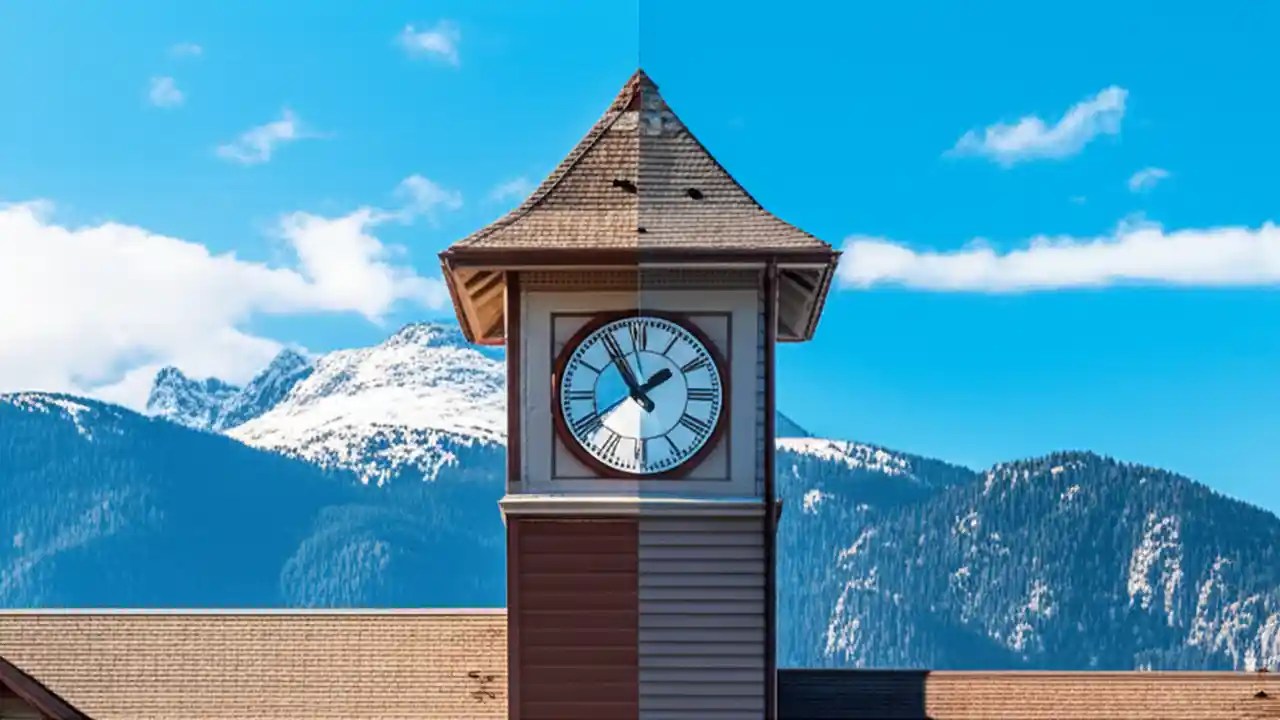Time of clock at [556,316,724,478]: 1:54
